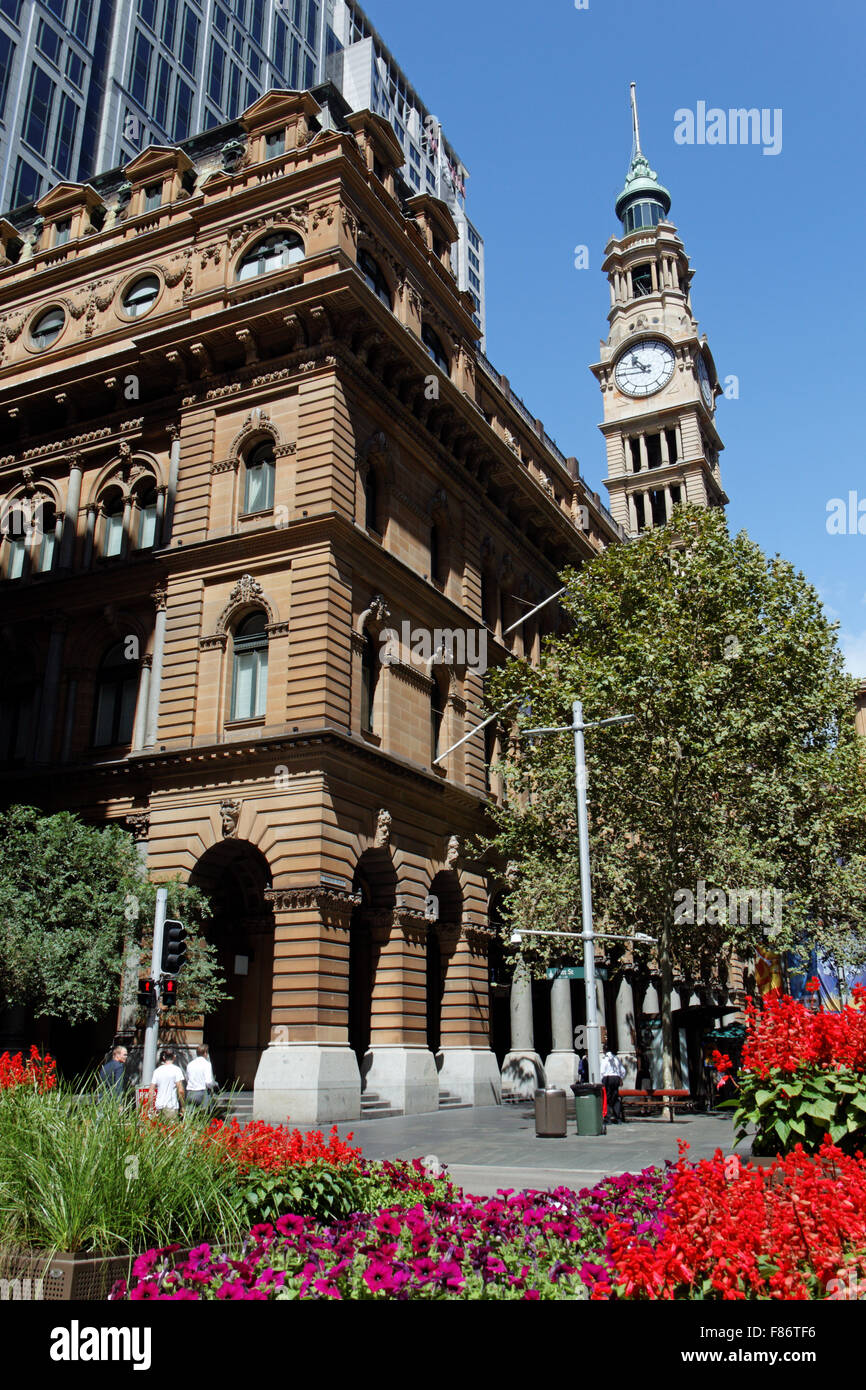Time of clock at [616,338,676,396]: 10:45
